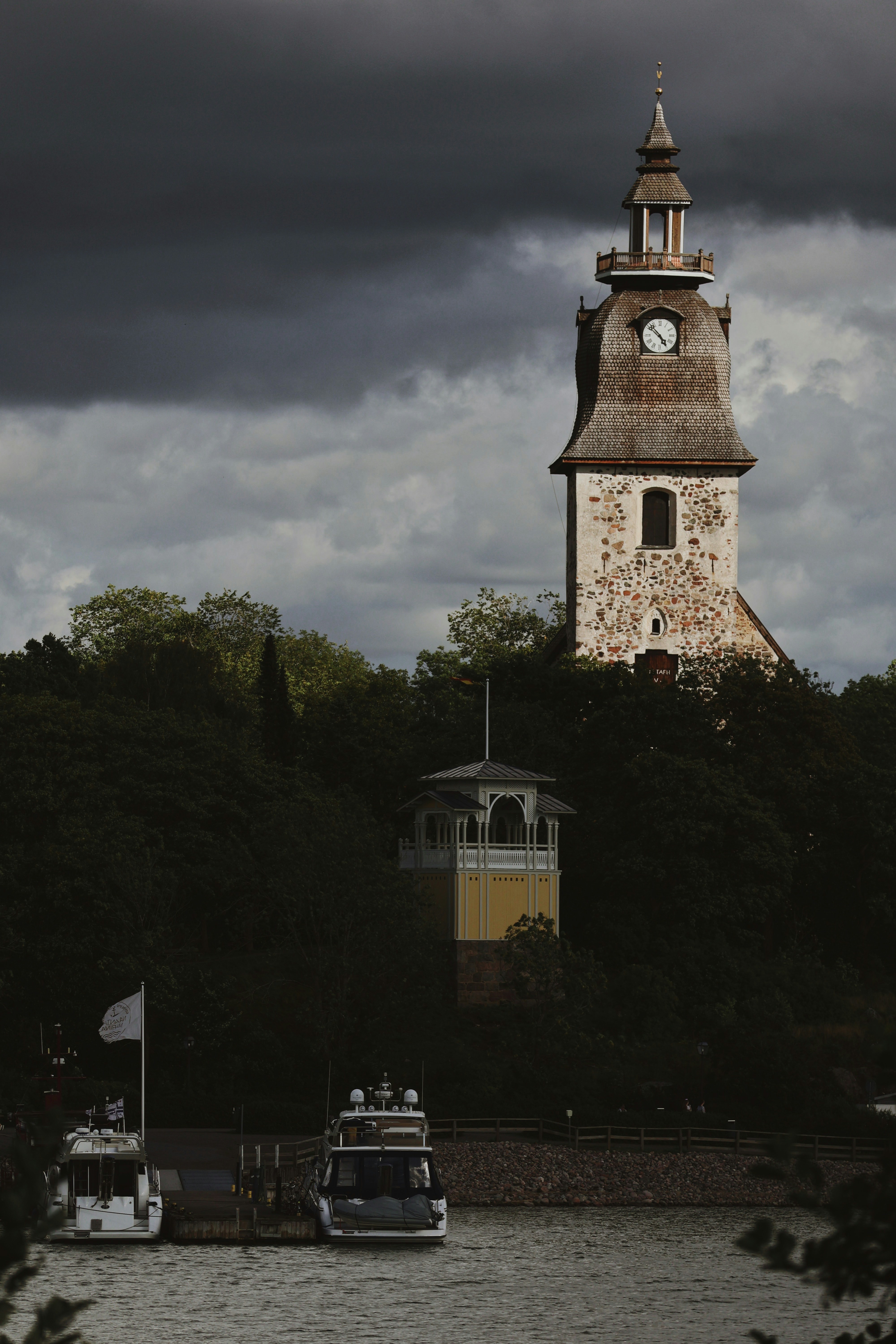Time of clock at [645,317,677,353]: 4:52
